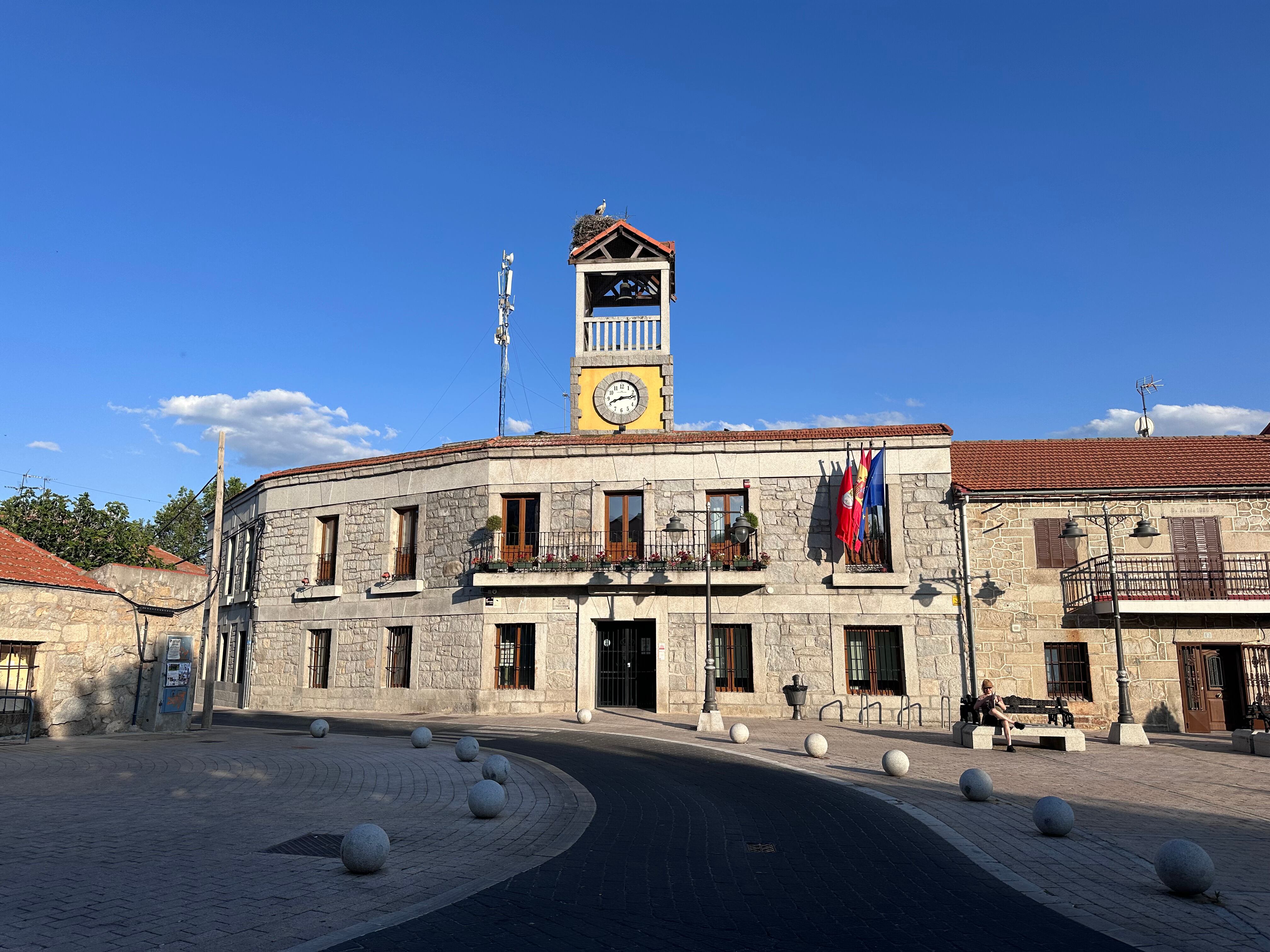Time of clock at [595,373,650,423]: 8:13
